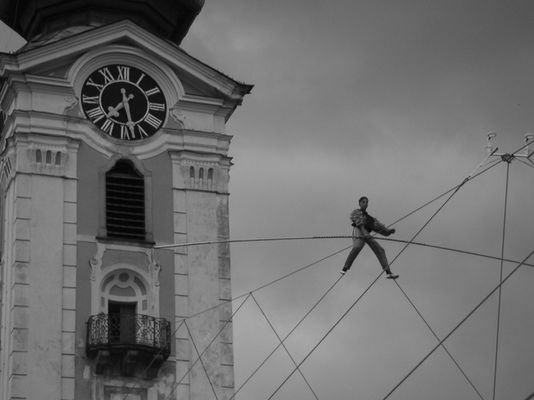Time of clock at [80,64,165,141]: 7:28
